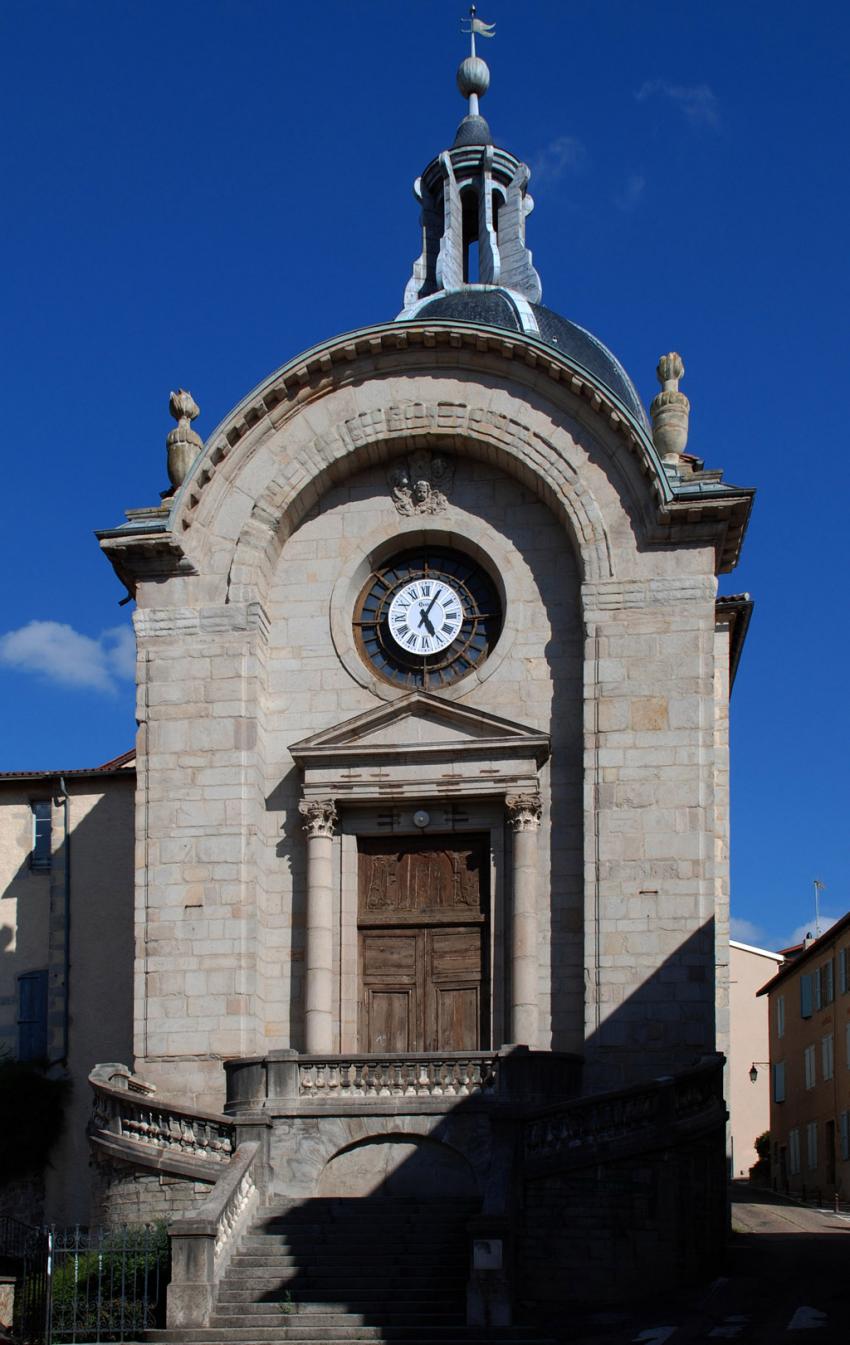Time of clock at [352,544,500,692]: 5:05
